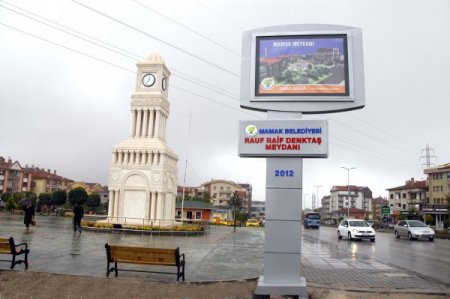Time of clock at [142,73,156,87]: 12:36
